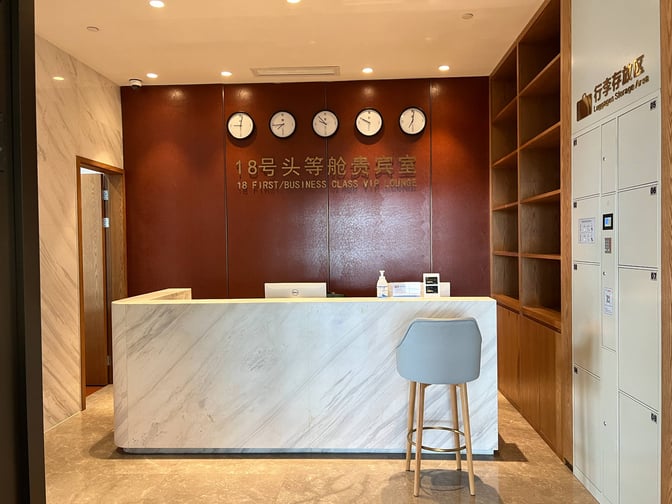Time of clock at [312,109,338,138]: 9:53
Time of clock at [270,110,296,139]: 7:43
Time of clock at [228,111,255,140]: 9:01
